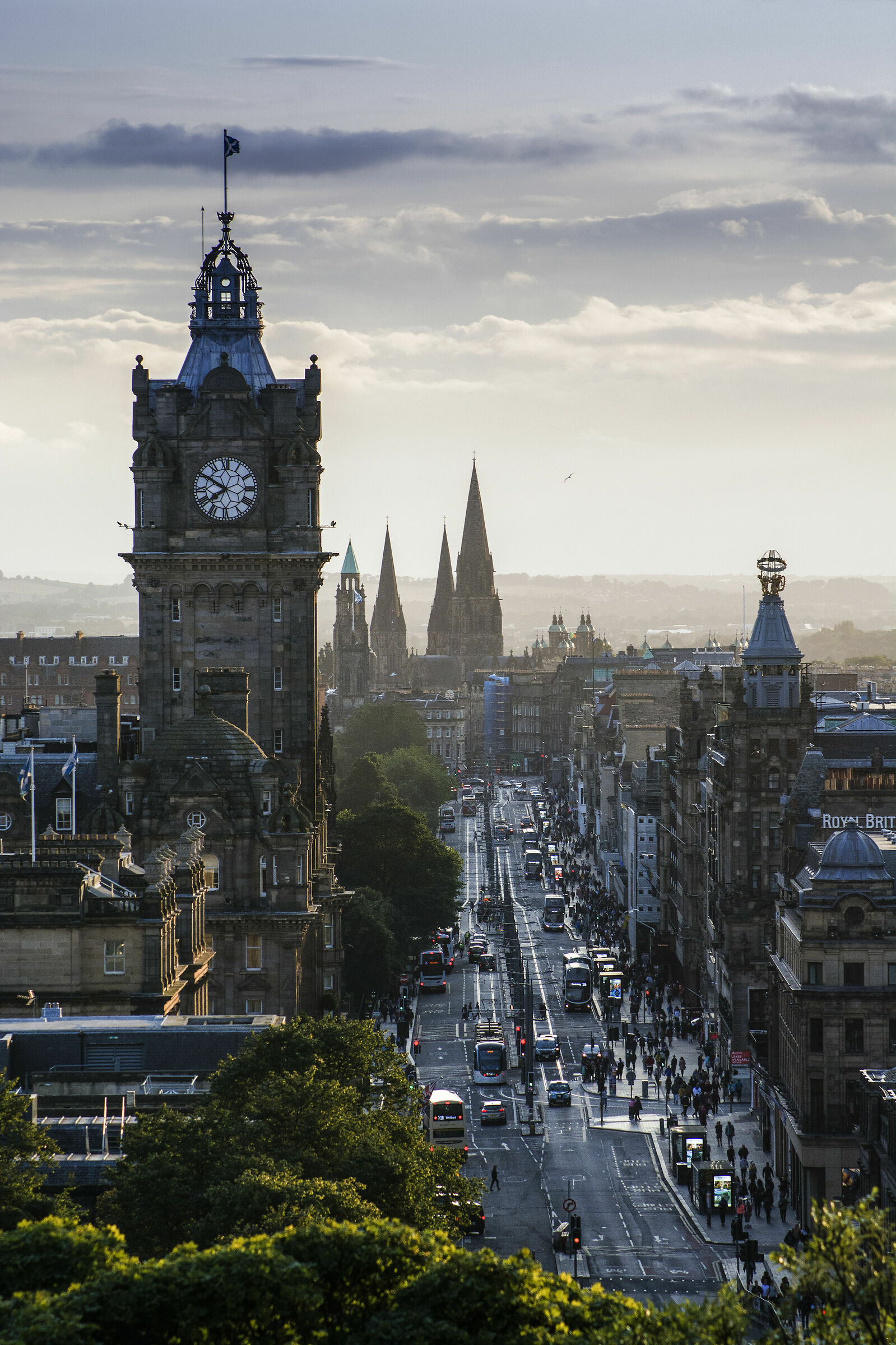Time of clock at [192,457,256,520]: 7:50
